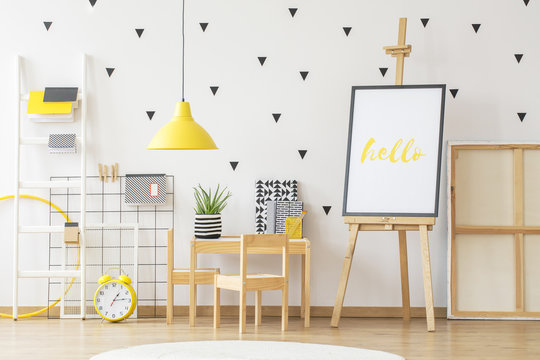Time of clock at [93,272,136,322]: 1:14
